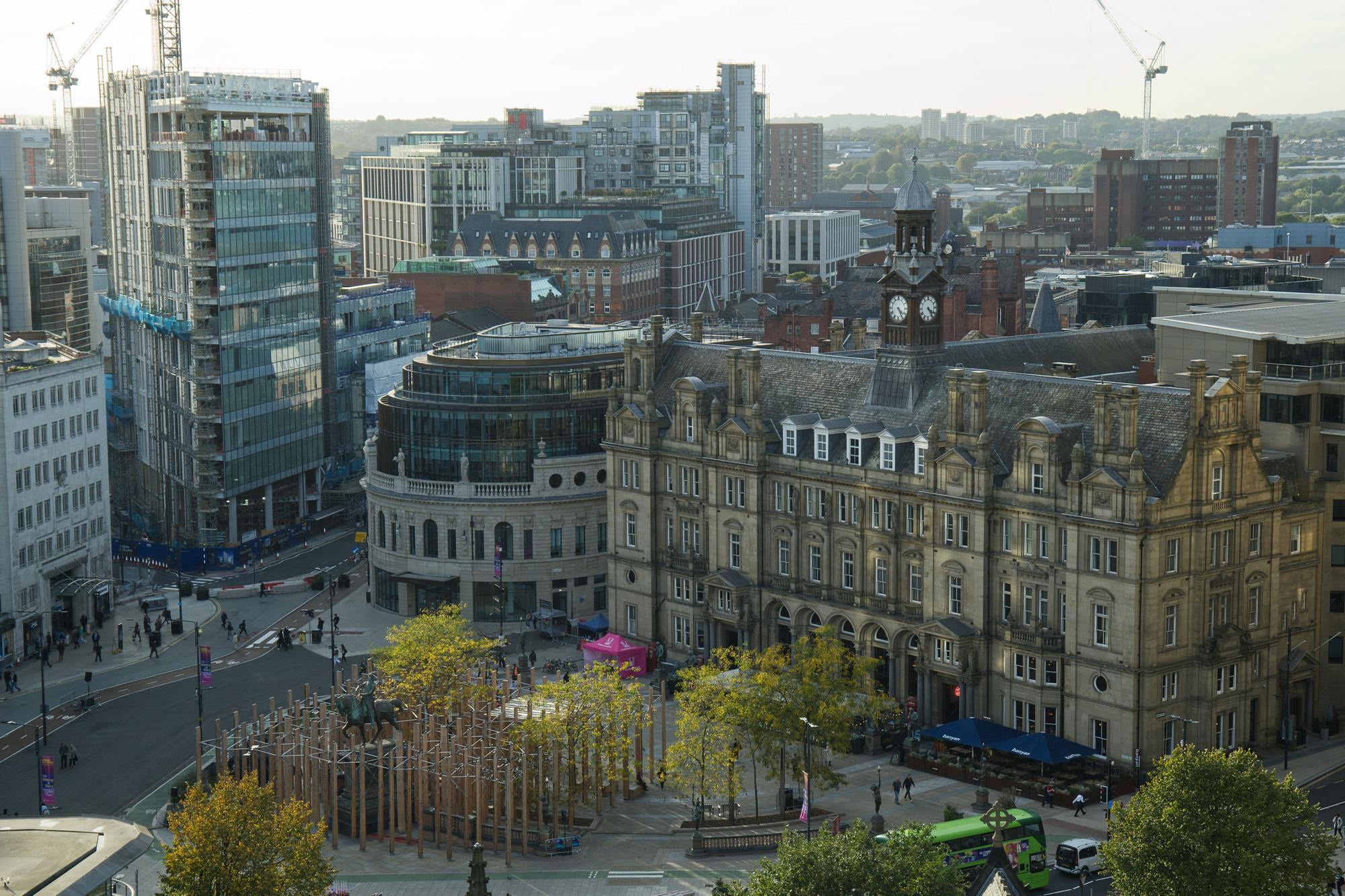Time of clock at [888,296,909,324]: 4:24
